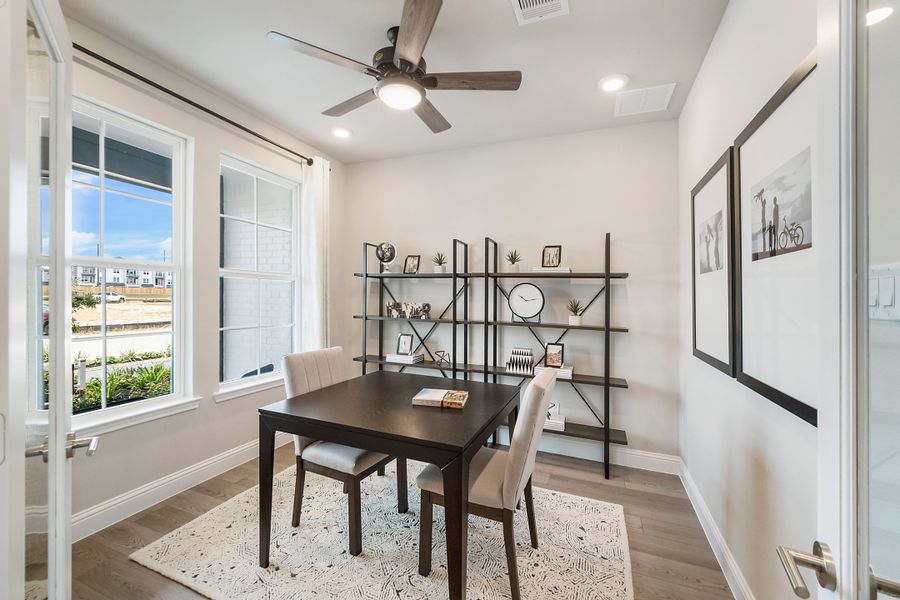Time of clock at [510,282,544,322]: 10:13
